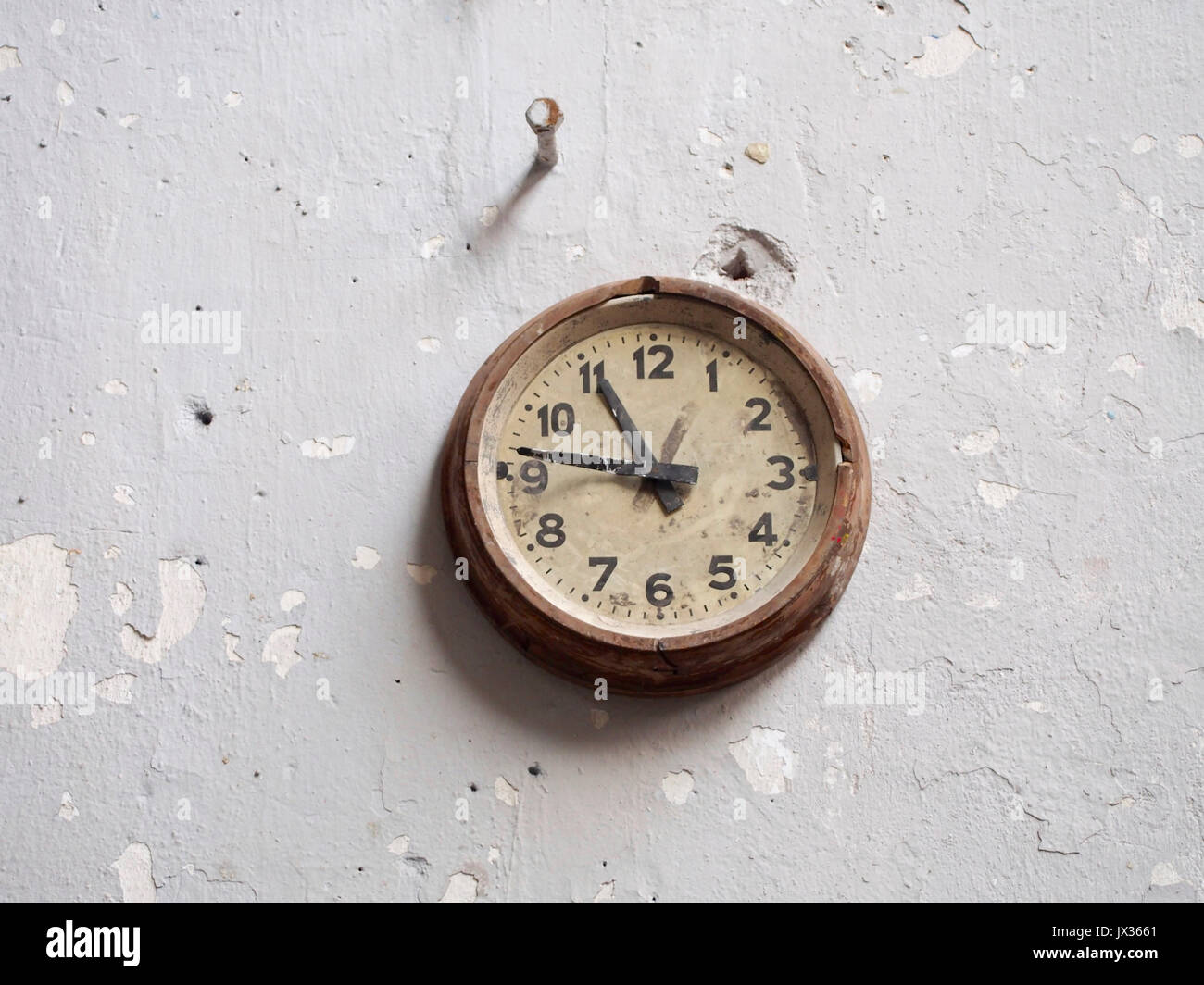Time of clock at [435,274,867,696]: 9:55
